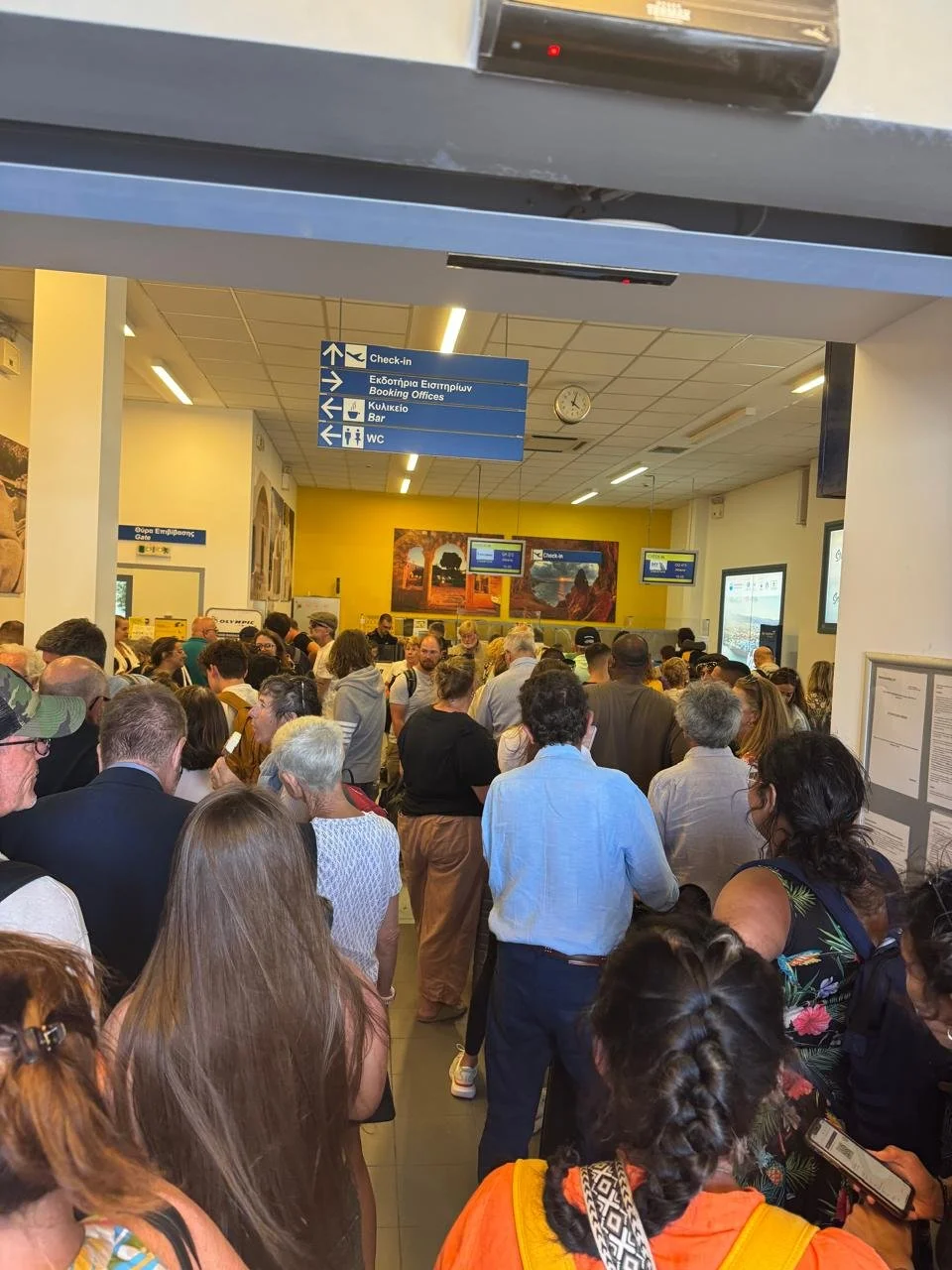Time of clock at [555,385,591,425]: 4:02
